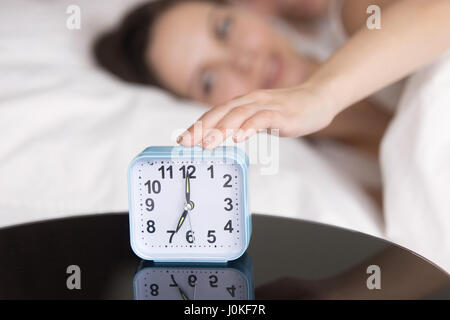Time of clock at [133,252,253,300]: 12:34
